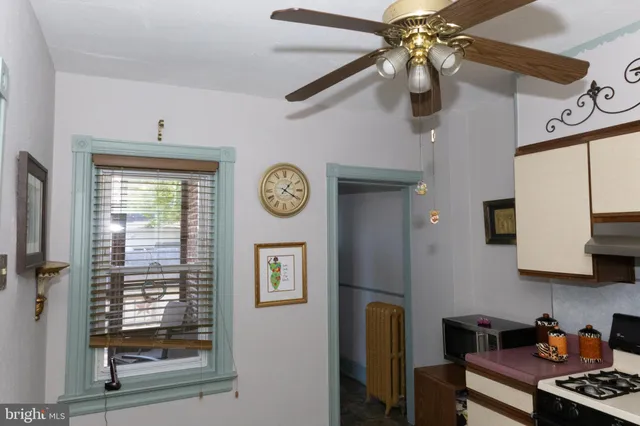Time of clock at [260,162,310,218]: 1:20
